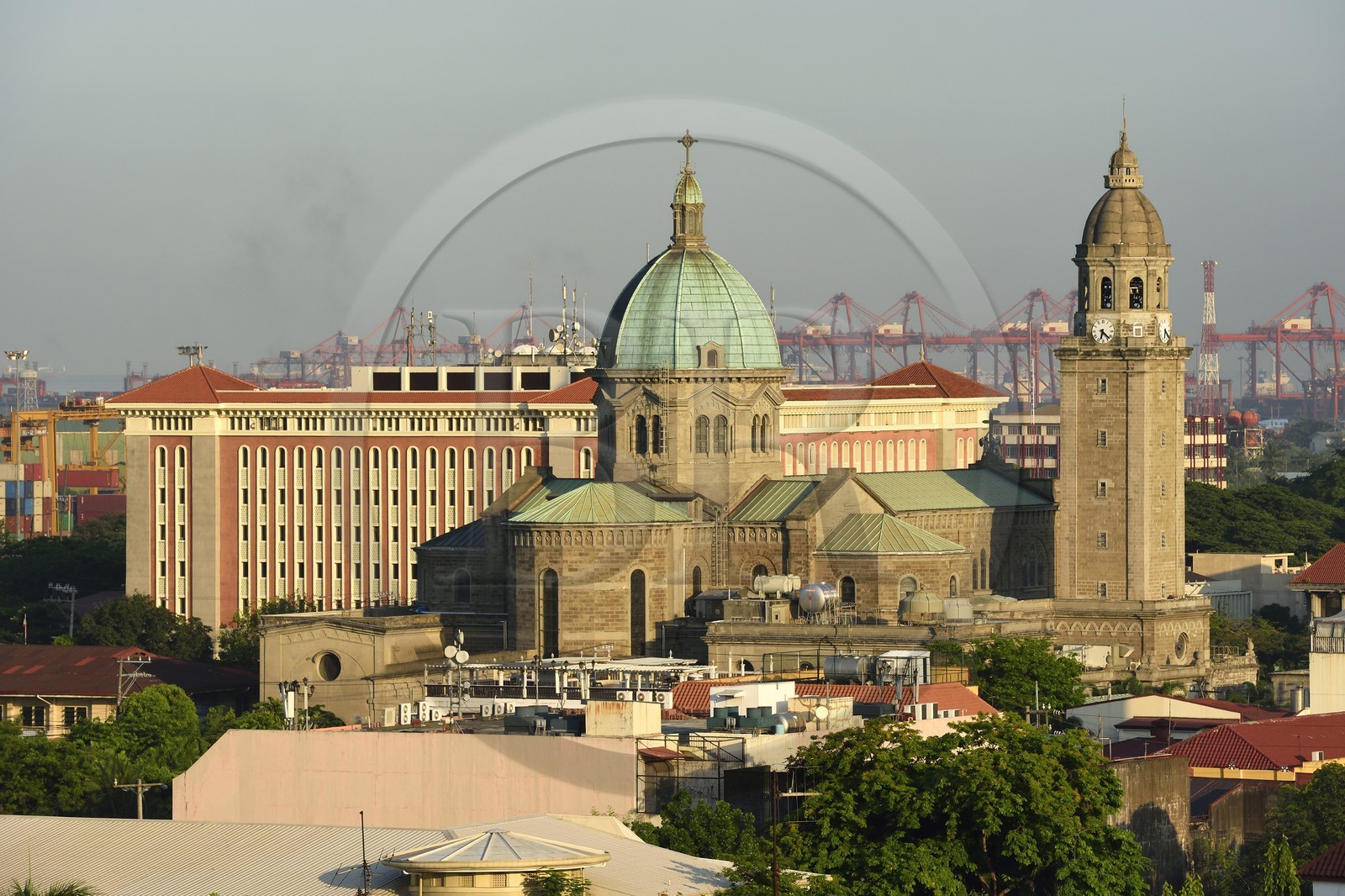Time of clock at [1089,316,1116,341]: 6:22
